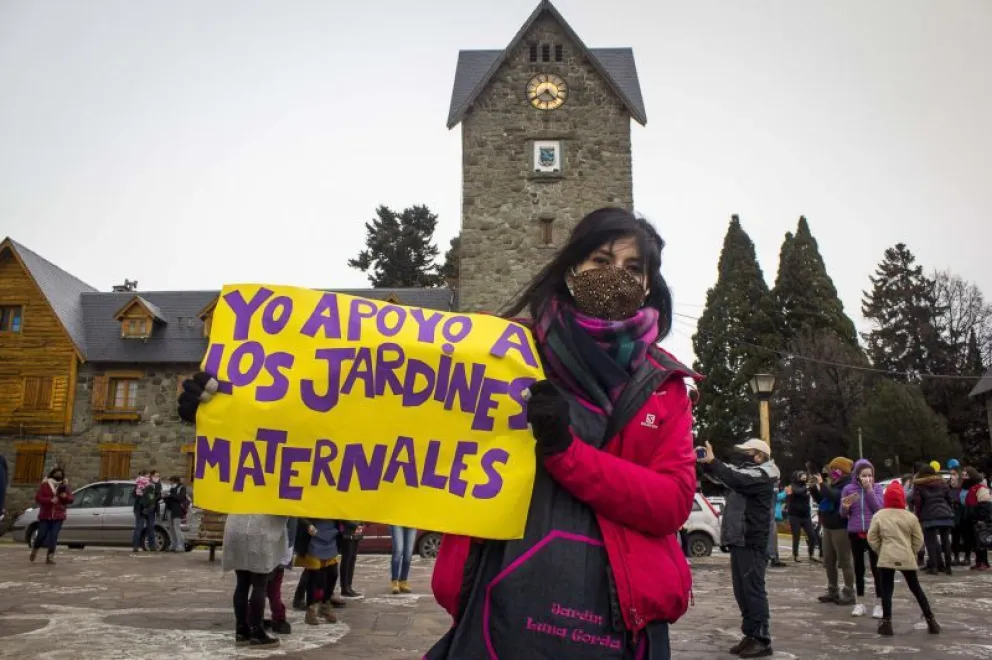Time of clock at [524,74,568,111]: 4:39
